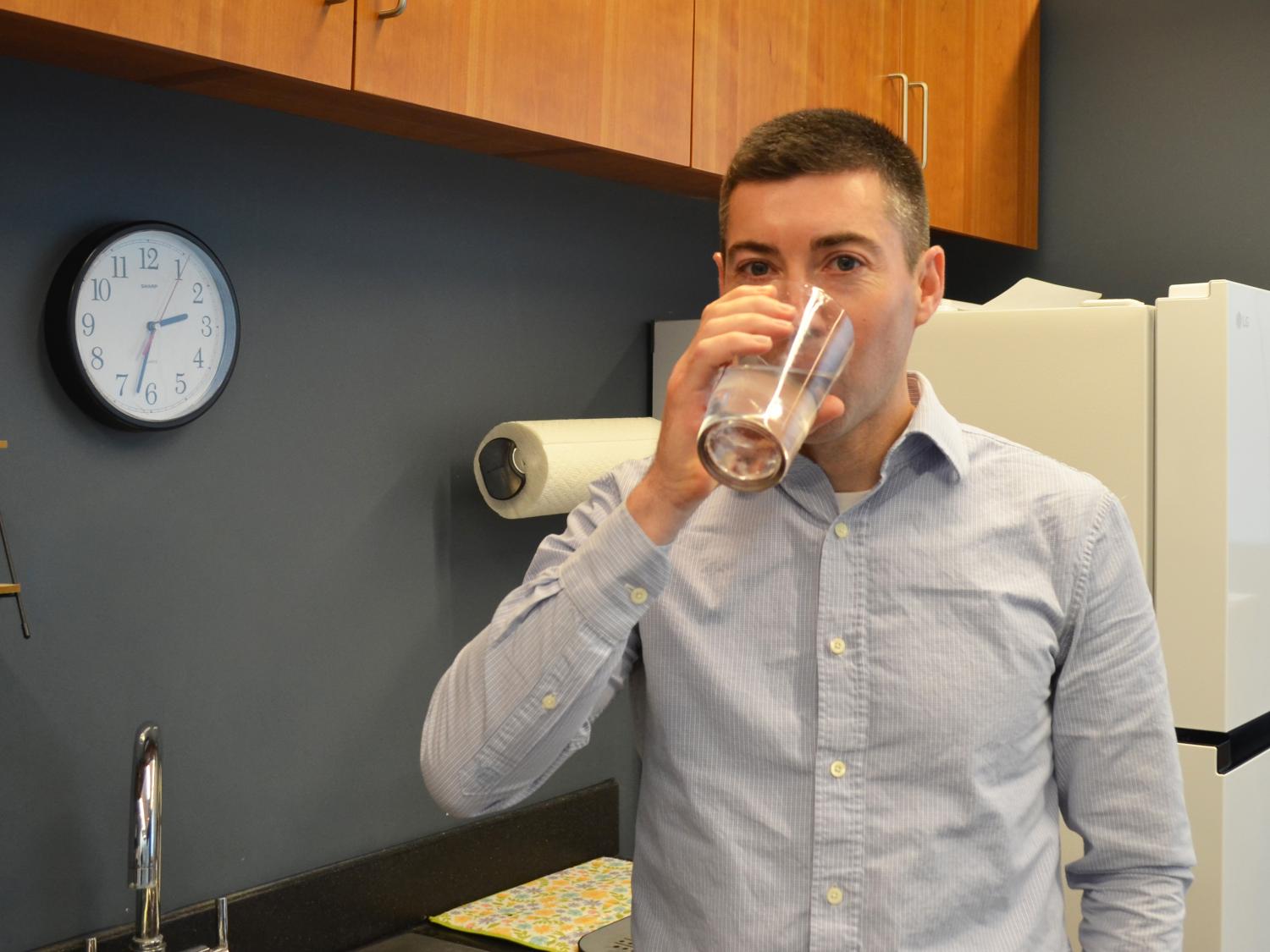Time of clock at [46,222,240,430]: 2:32
